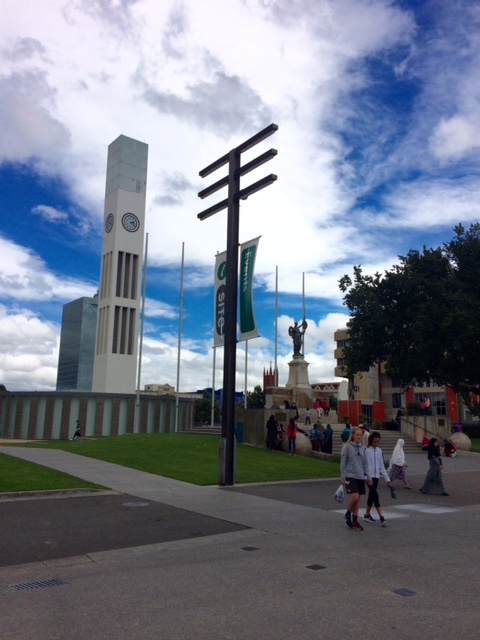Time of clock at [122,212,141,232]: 2:21
